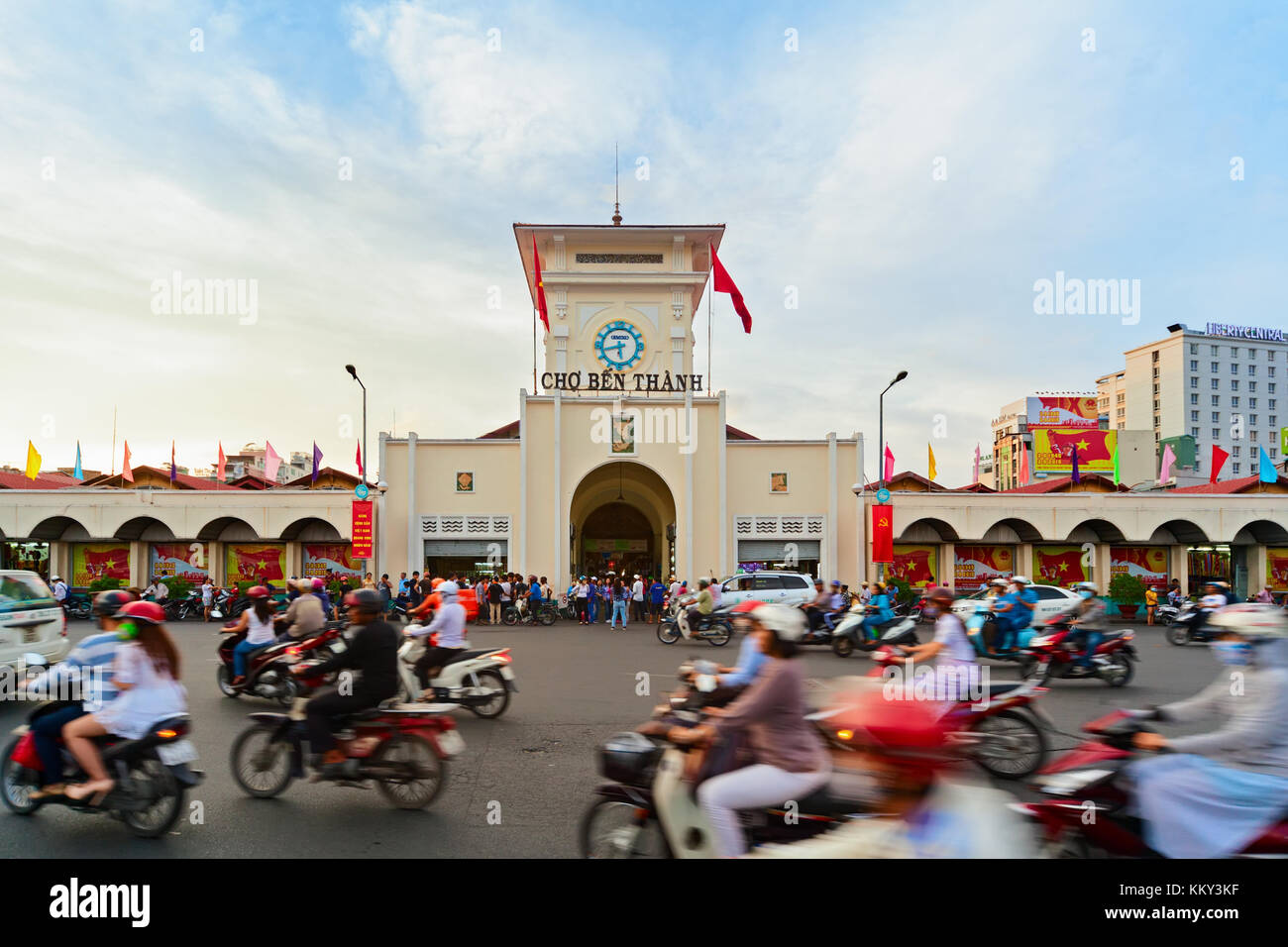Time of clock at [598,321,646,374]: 5:42
